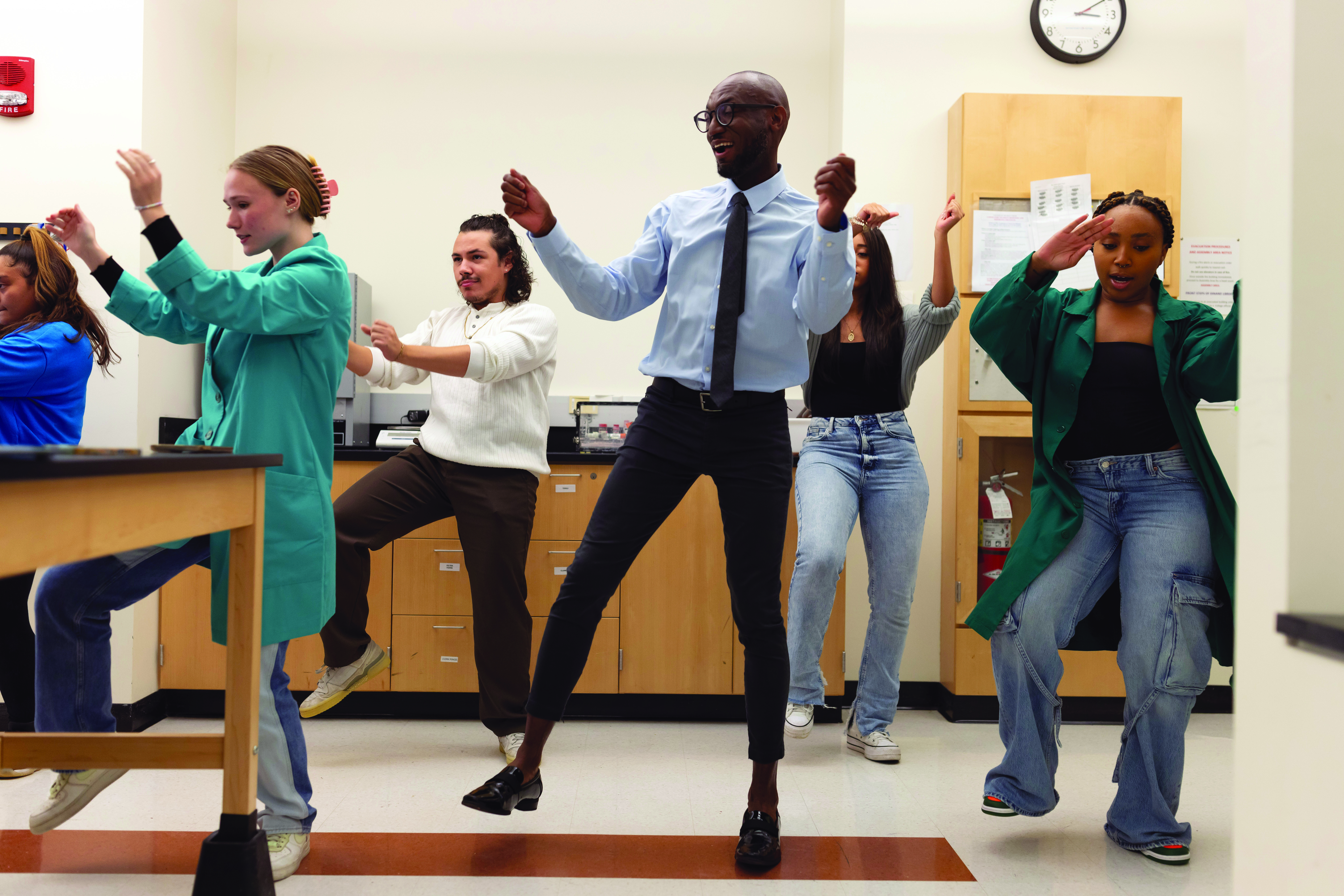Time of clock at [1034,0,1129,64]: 3:09
